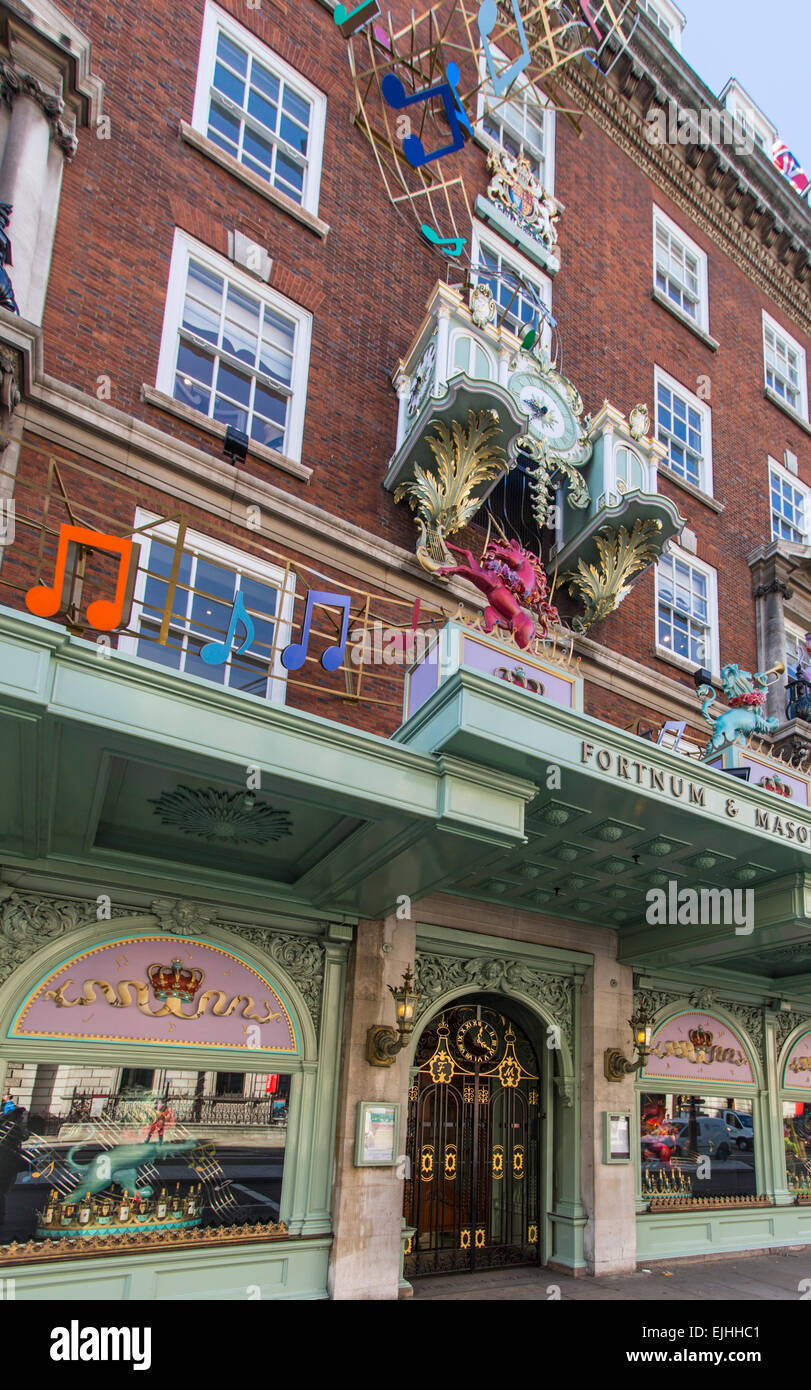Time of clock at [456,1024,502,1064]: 12:20
